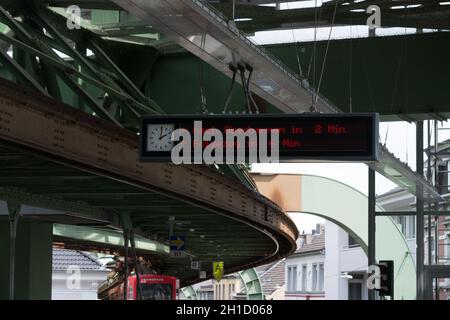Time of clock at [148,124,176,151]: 2:00
